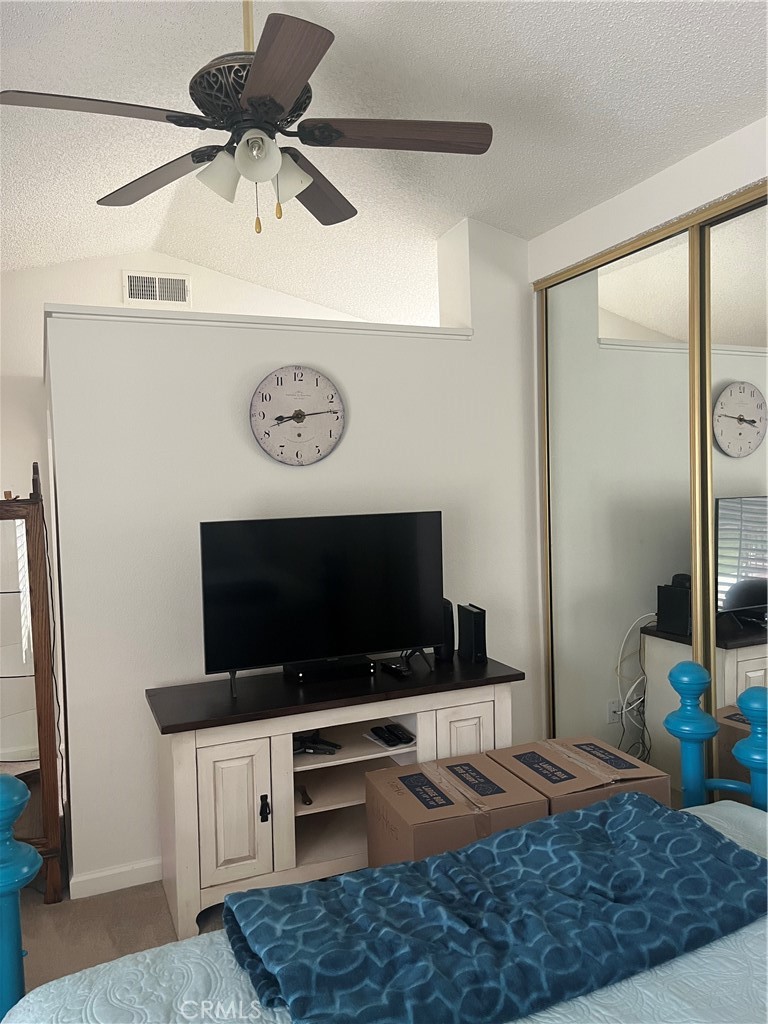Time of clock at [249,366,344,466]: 8:13
